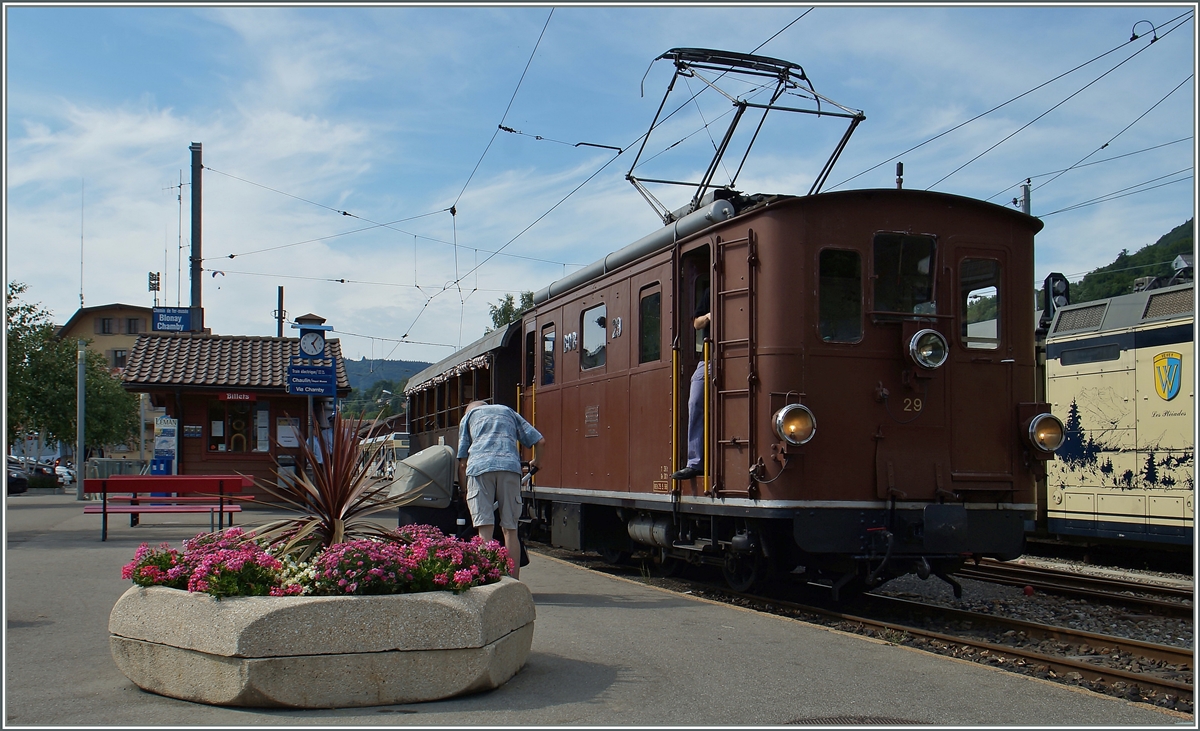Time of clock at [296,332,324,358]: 5:06
